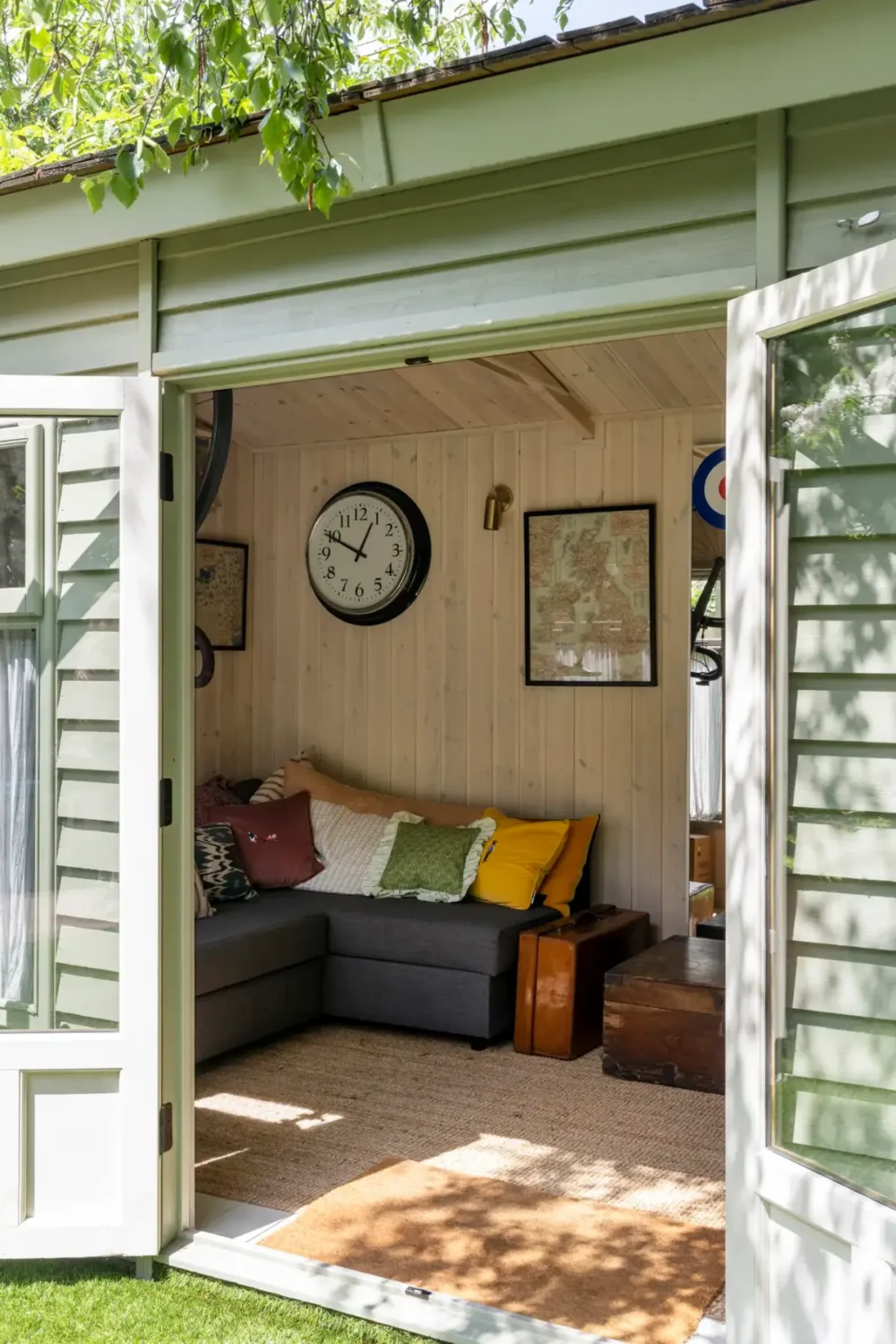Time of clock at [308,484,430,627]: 12:49
